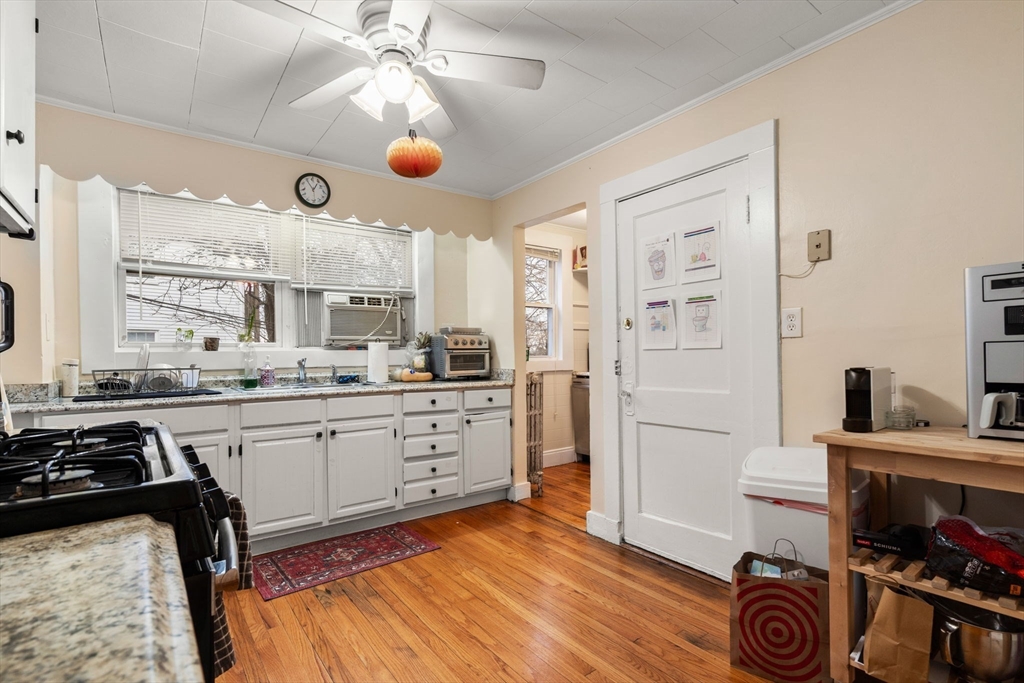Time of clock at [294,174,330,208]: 12:54
